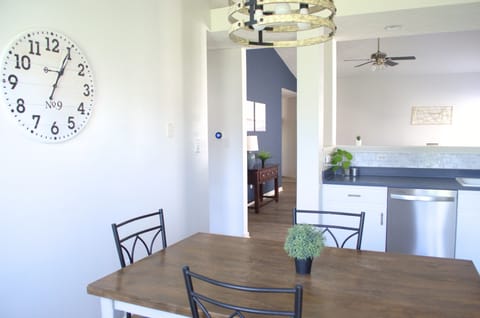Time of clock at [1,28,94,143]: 1:04
